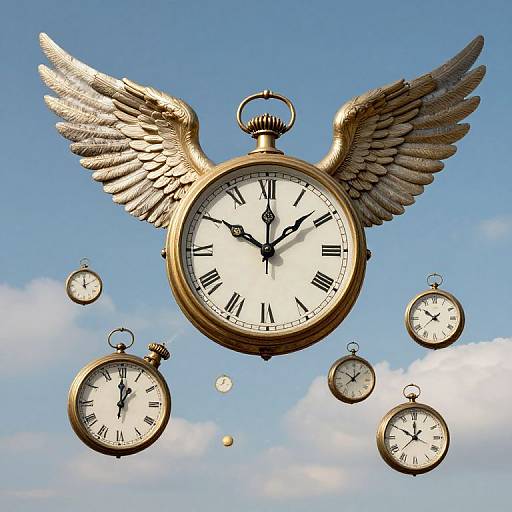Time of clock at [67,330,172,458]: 1:00
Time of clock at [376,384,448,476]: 10:00
